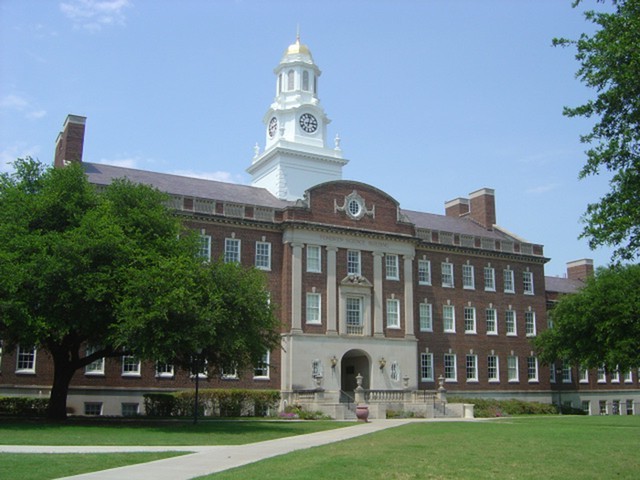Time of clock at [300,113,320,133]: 3:02
